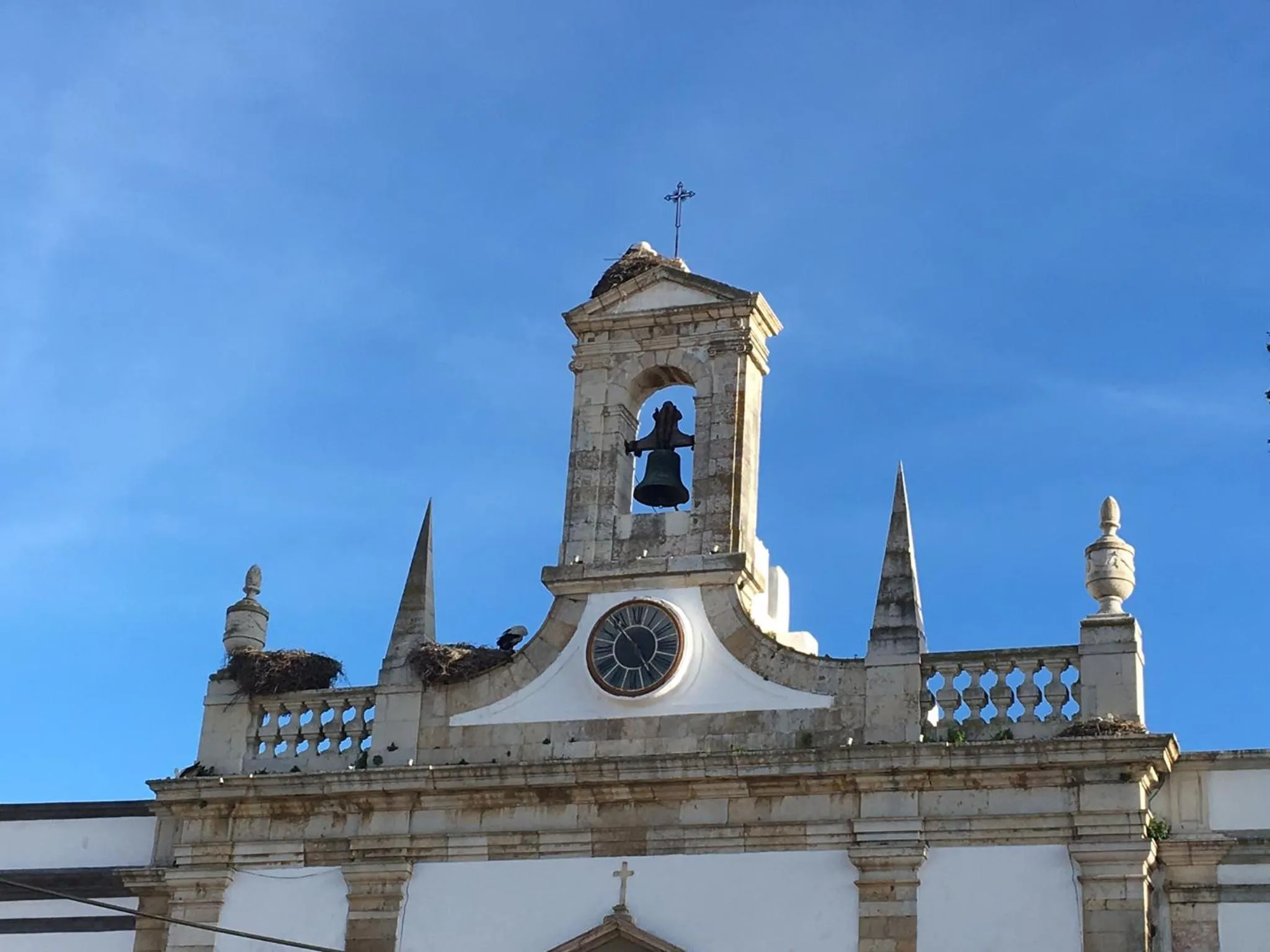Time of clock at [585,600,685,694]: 4:52
